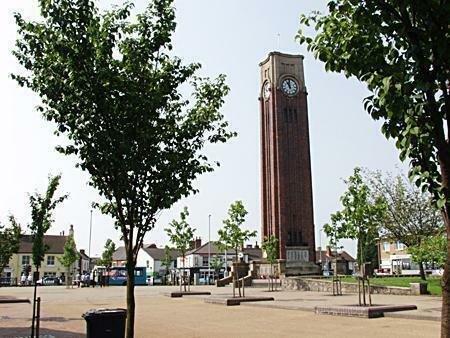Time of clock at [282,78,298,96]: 11:00
